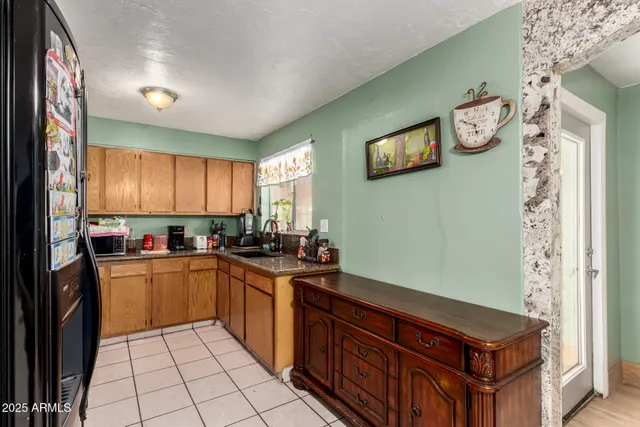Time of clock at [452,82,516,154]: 5:49
